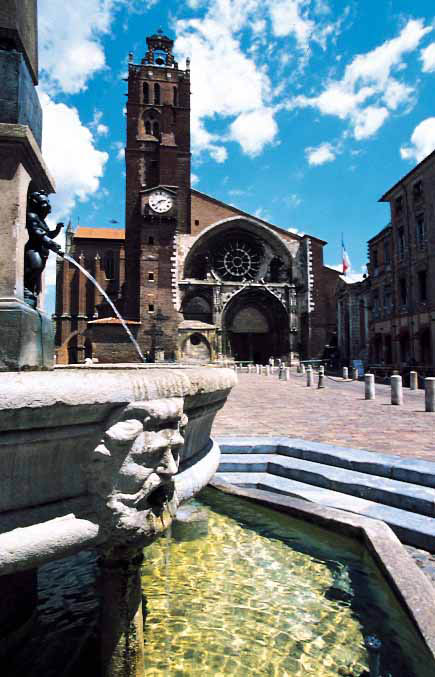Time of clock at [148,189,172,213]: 2:38
